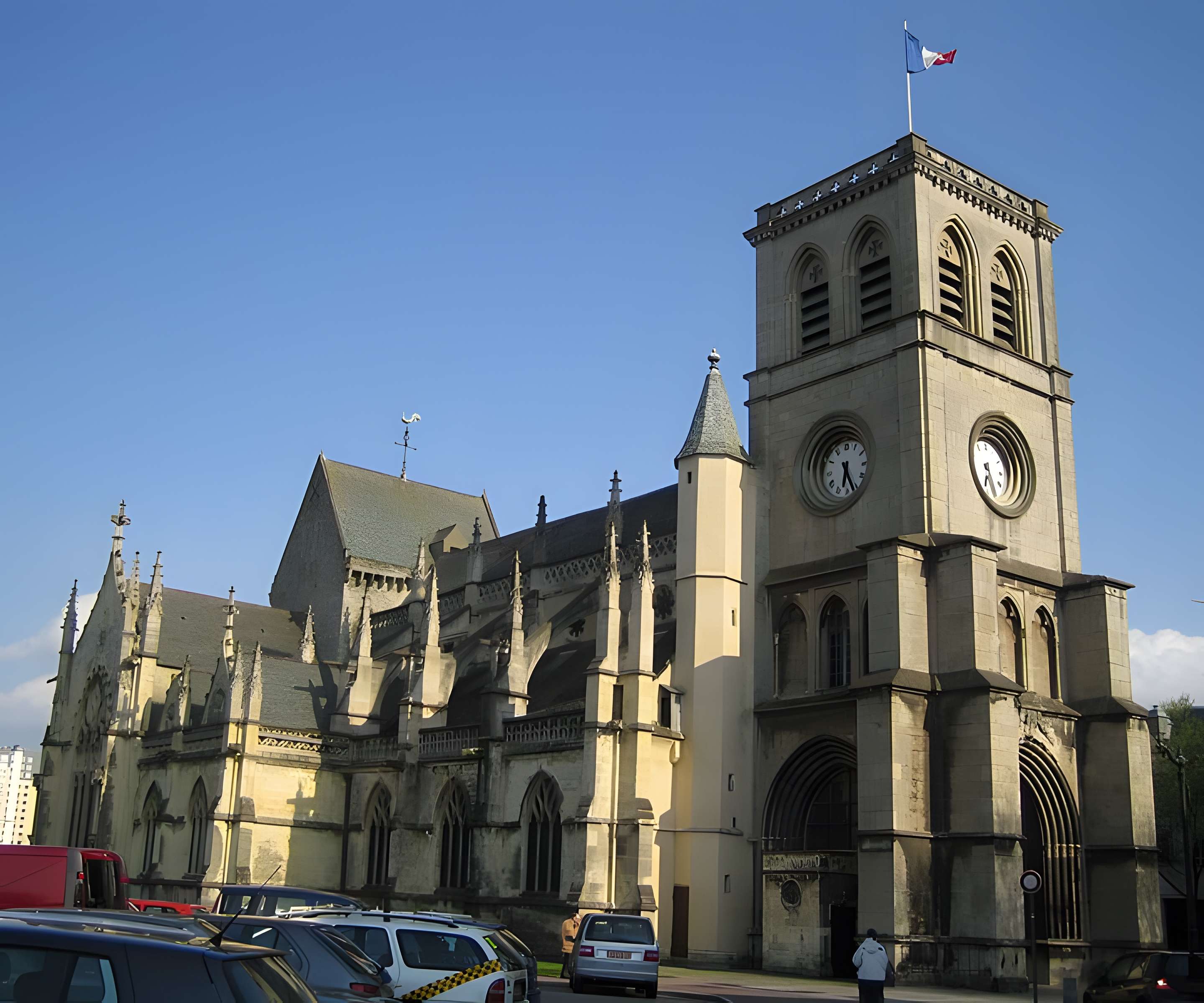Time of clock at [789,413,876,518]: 6:25
